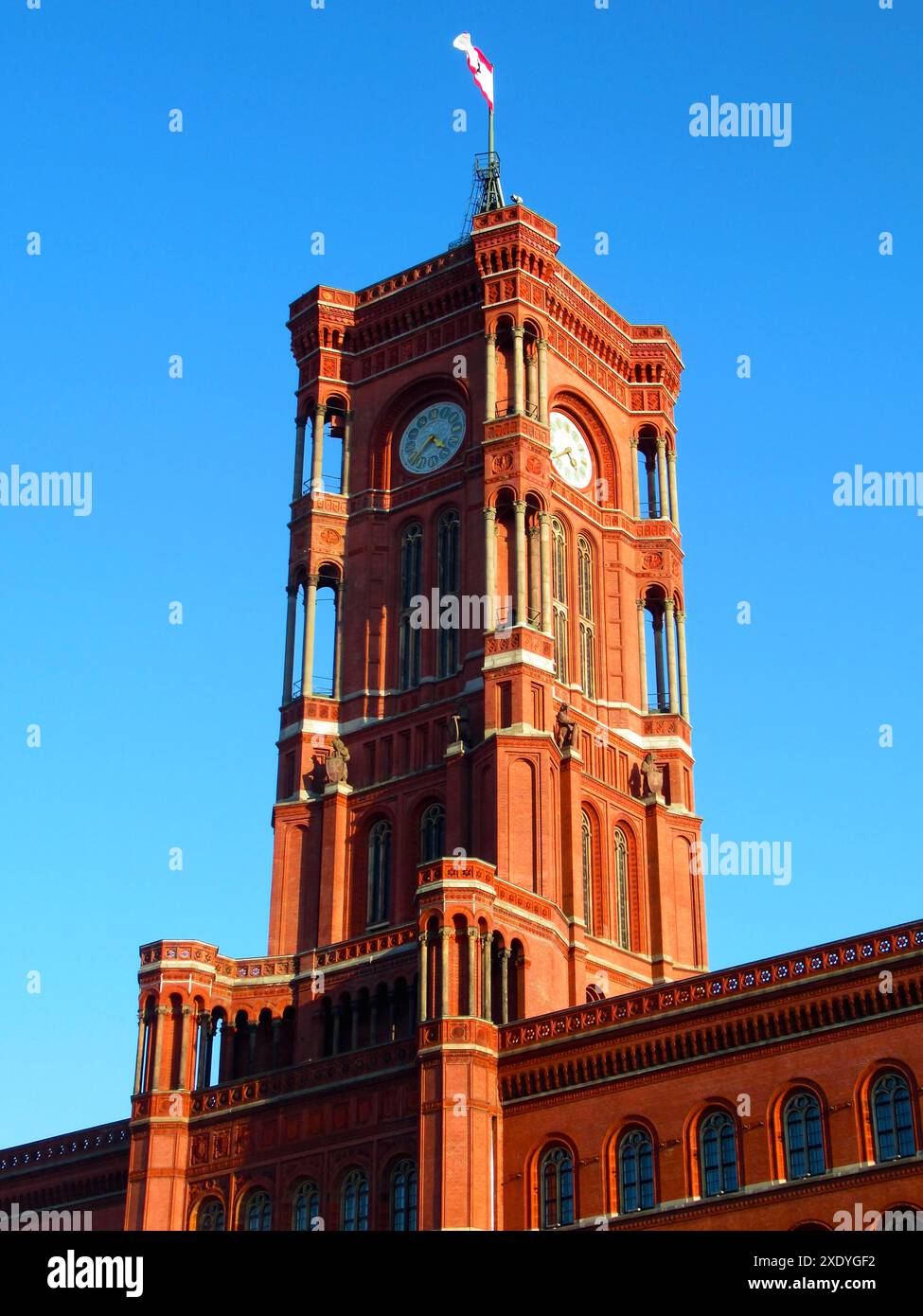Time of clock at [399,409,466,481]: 4:37
